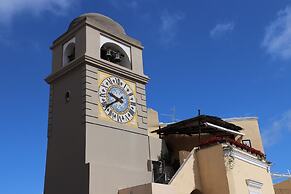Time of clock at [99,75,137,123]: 9:39
